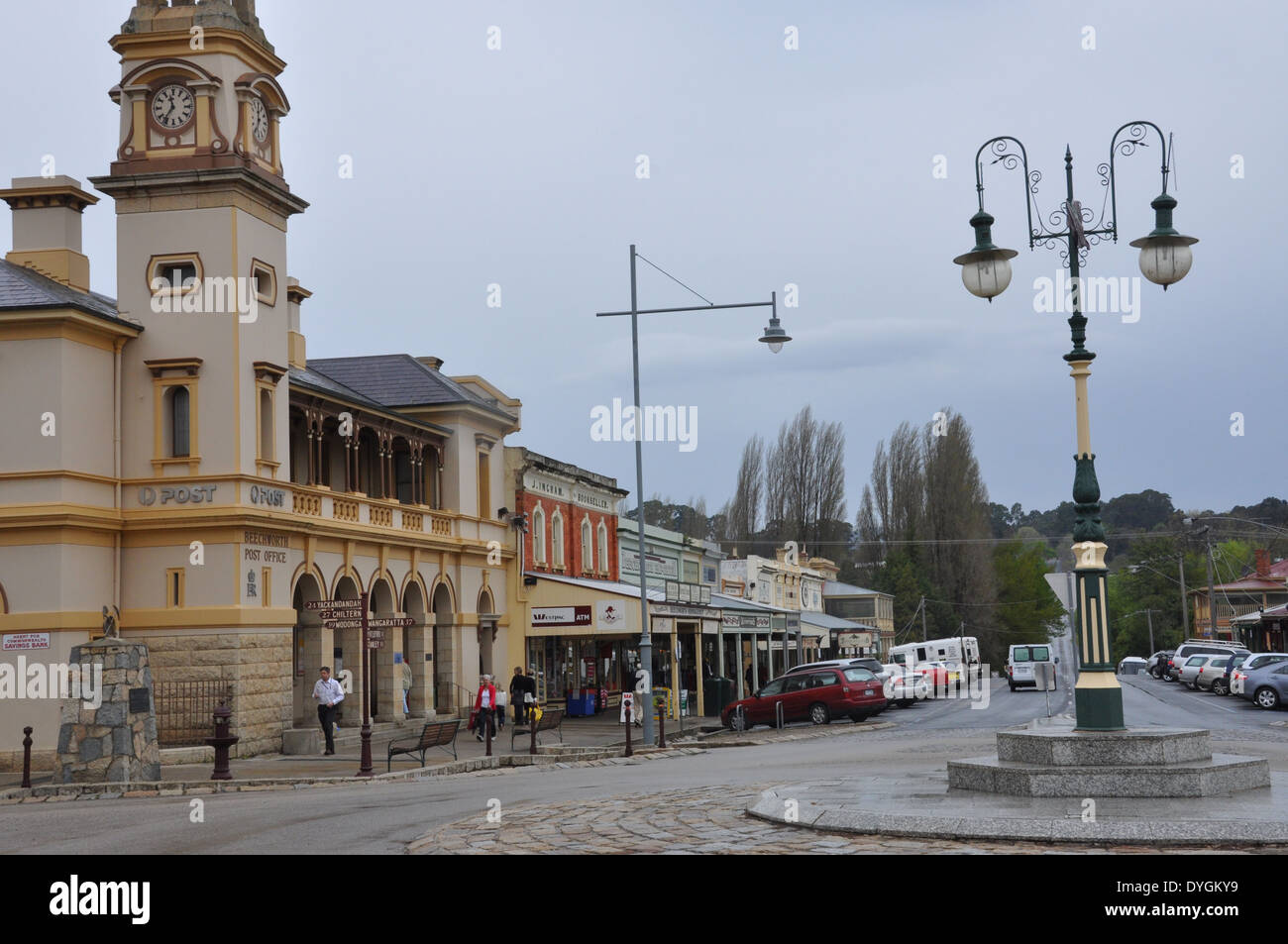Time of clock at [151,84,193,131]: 11:36
